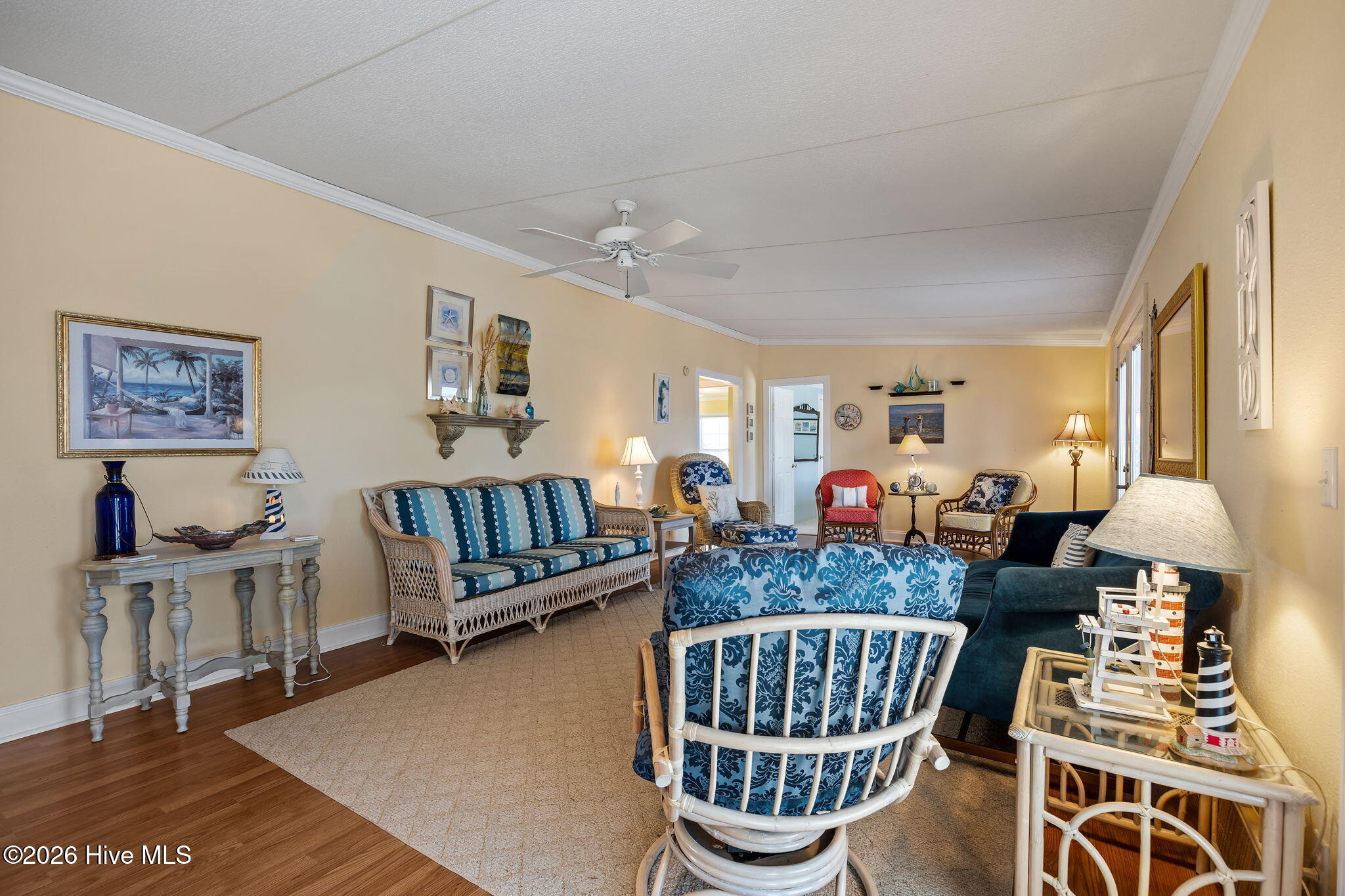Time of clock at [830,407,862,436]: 6:46
